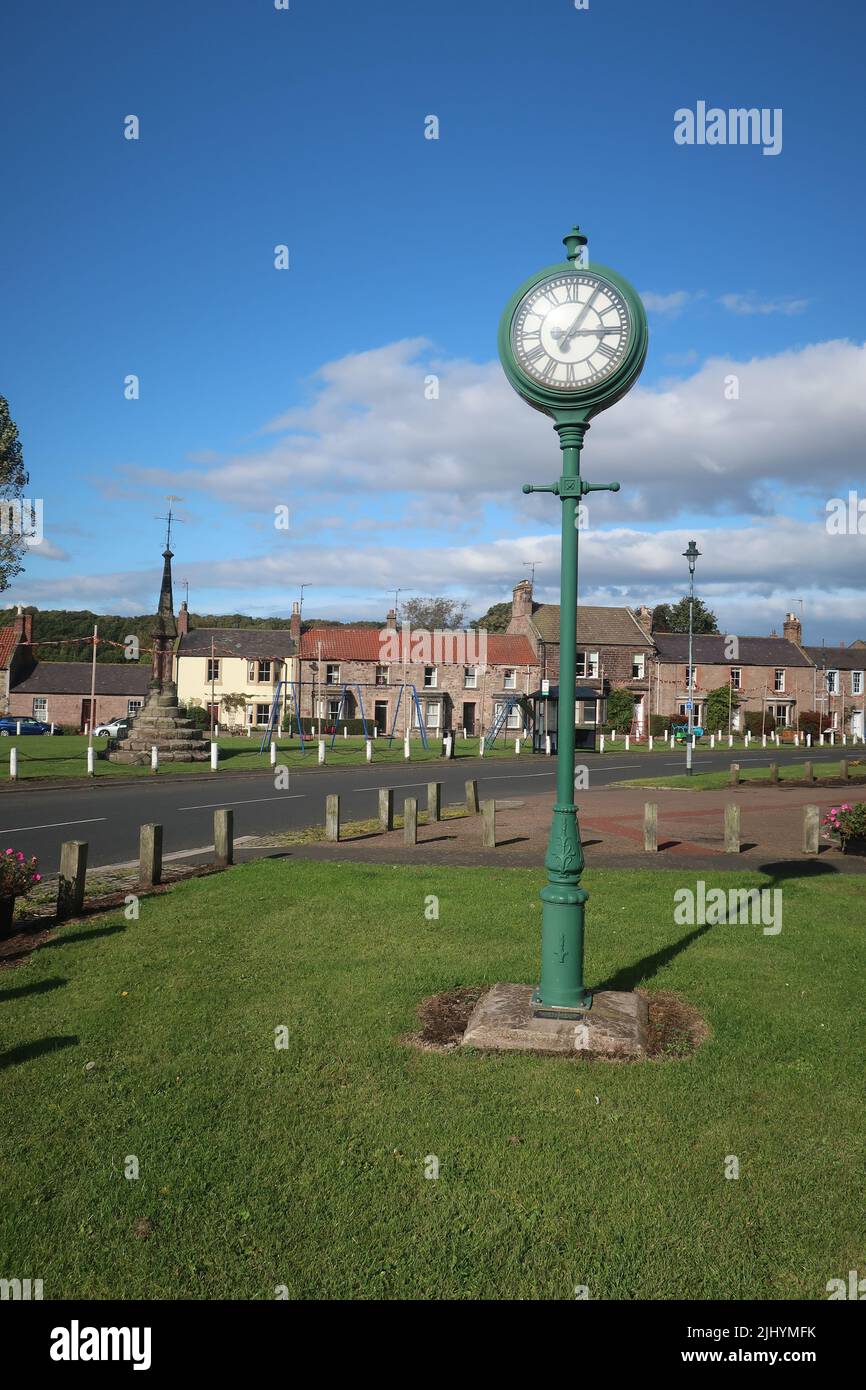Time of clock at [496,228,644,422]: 3:04
